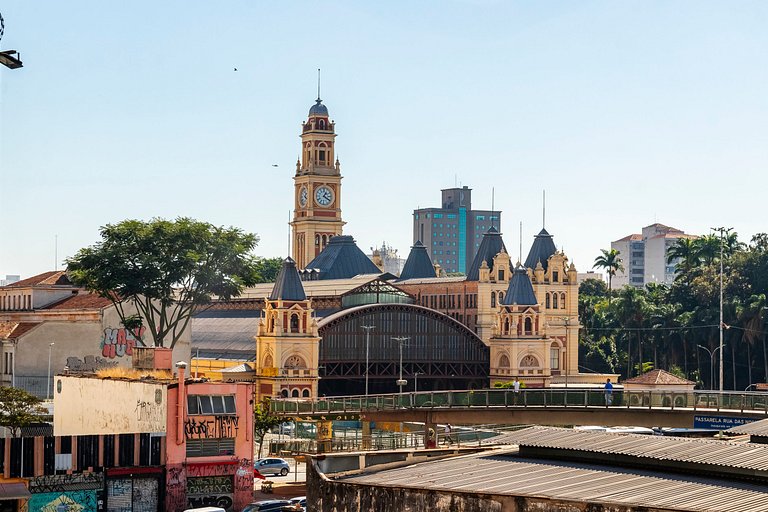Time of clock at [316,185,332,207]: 1:20
